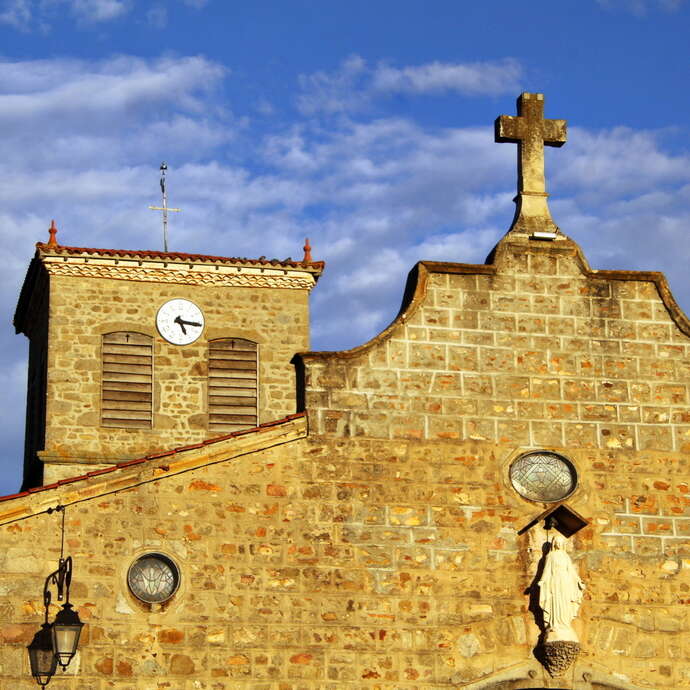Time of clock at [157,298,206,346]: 5:16
